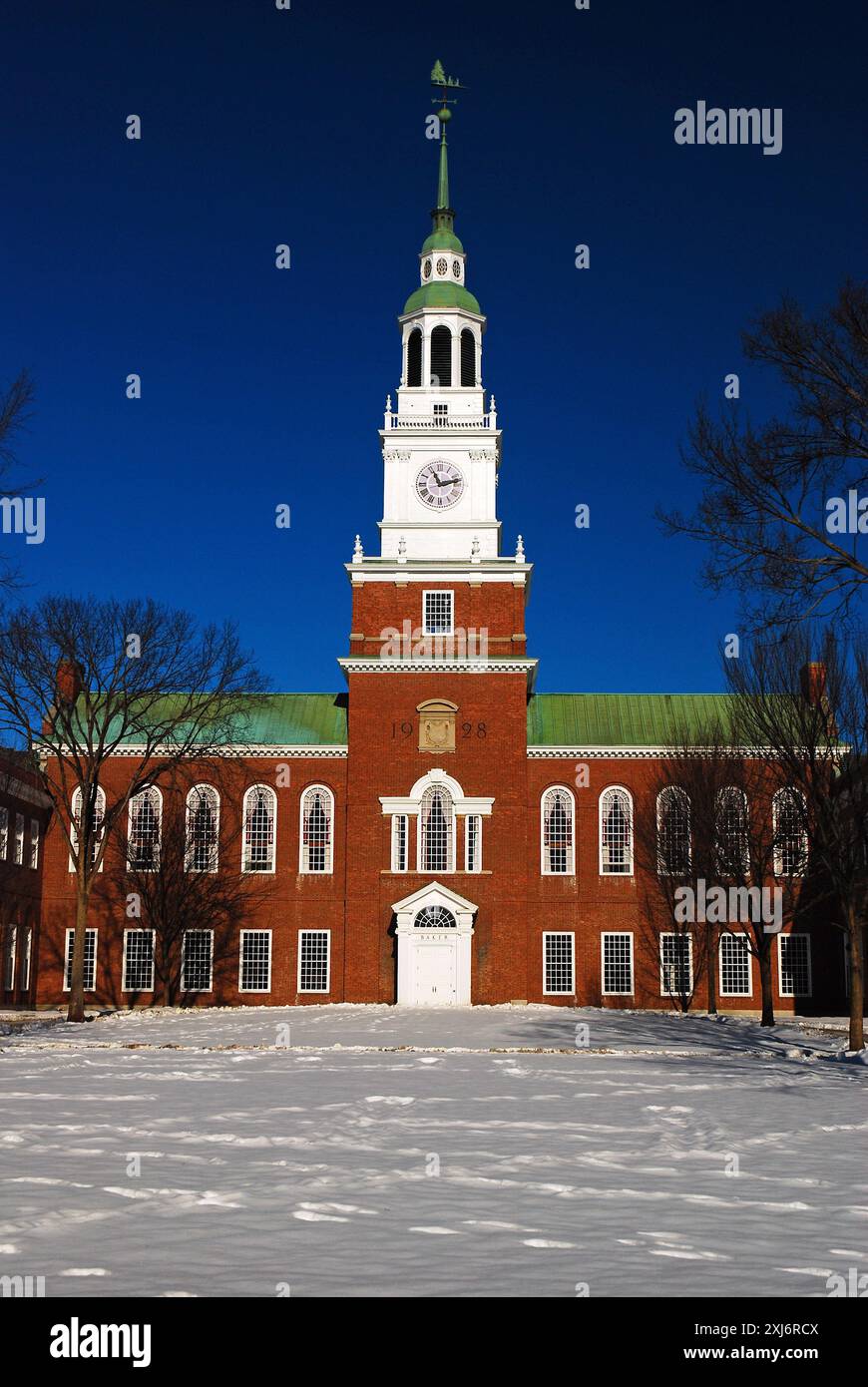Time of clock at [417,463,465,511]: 11:12
